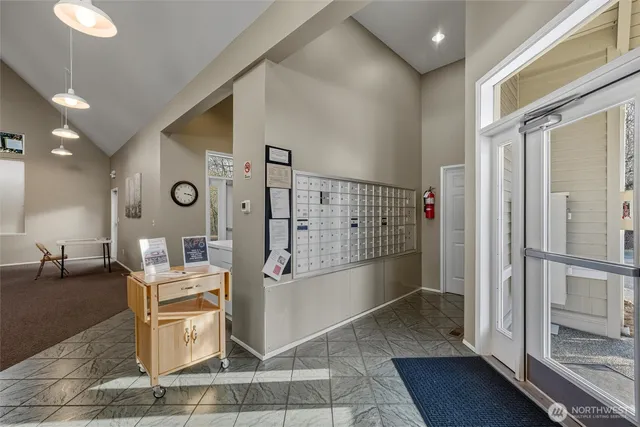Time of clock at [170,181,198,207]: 3:17
